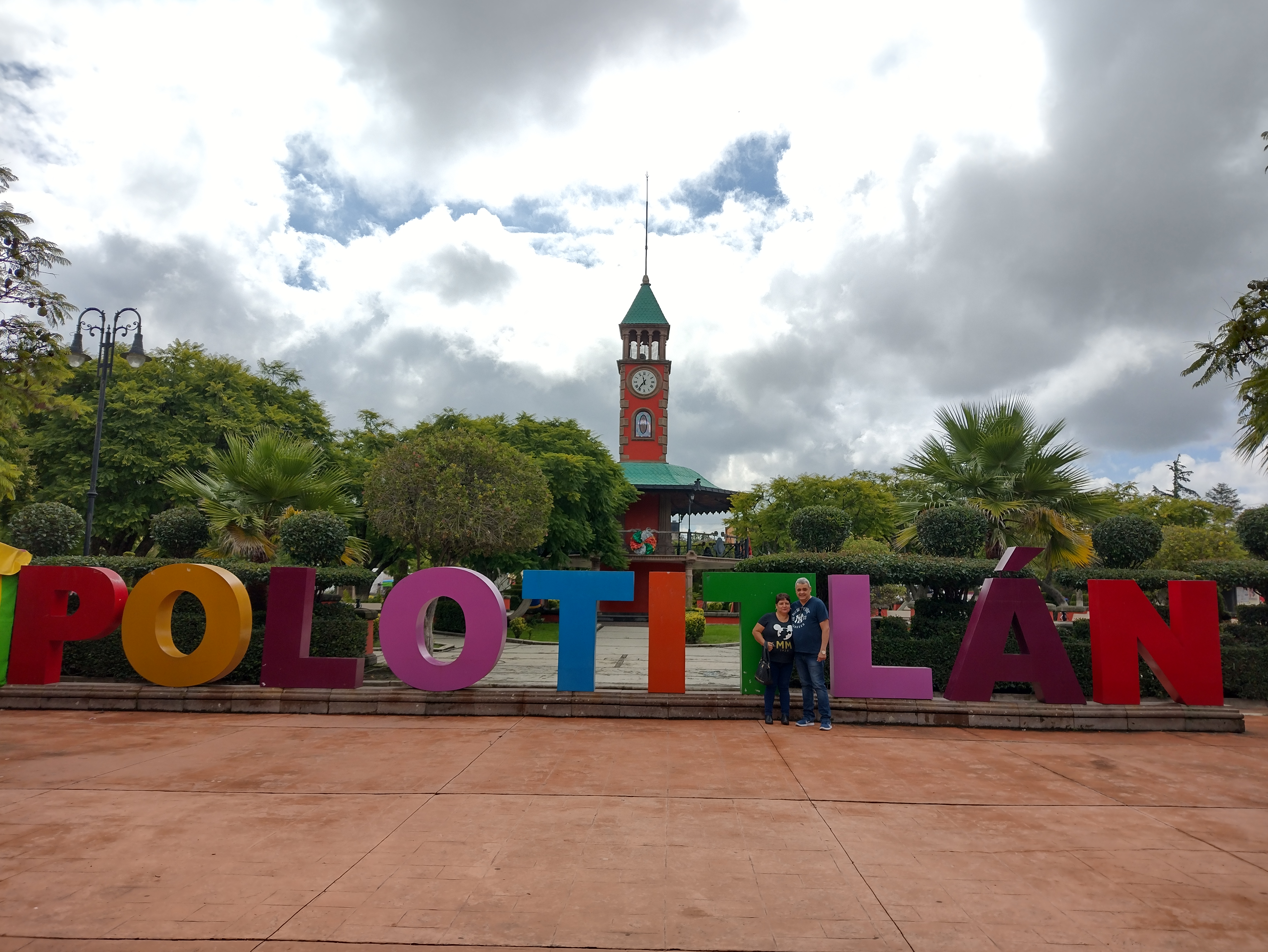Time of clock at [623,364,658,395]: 11:36
